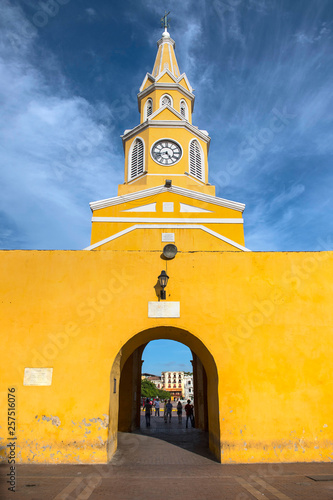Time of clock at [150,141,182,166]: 4:42
